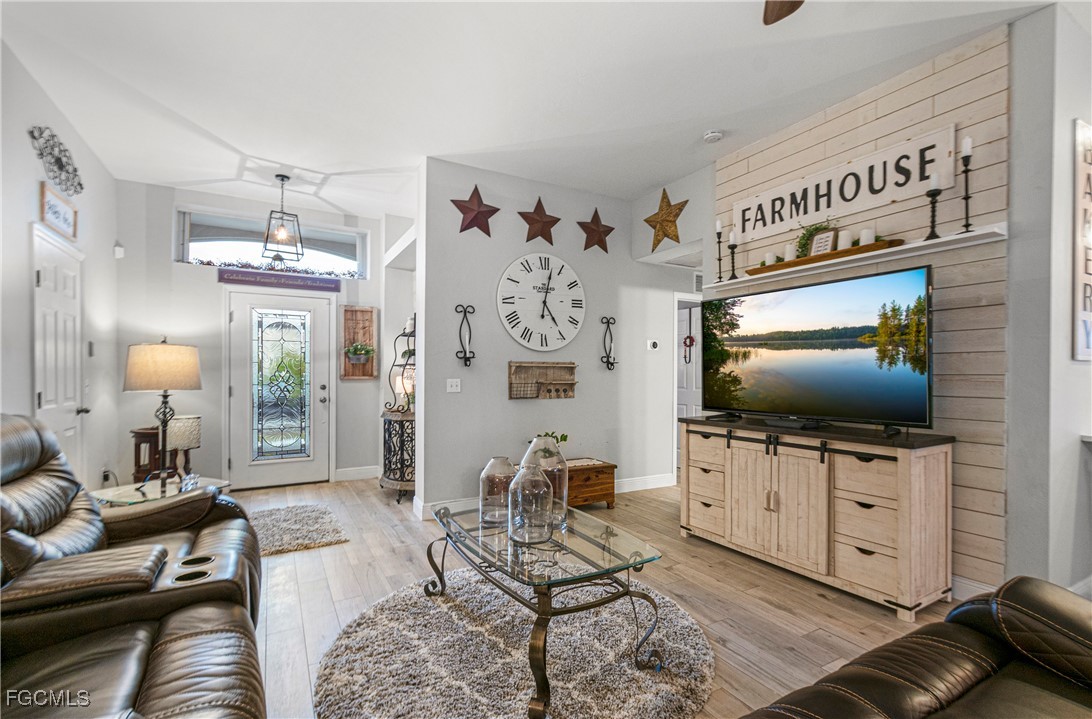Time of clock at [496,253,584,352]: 5:02
